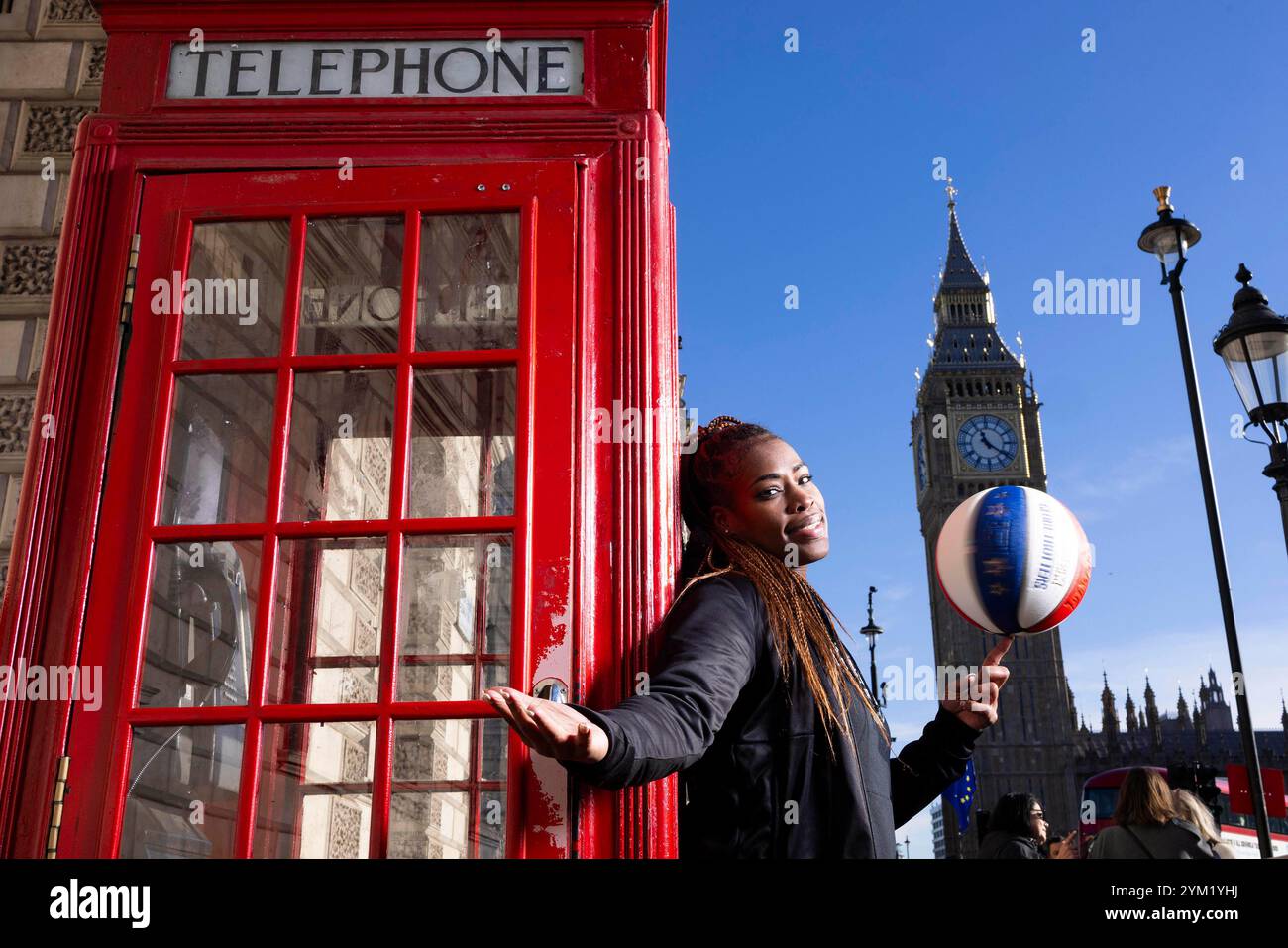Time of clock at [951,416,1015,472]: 11:21
